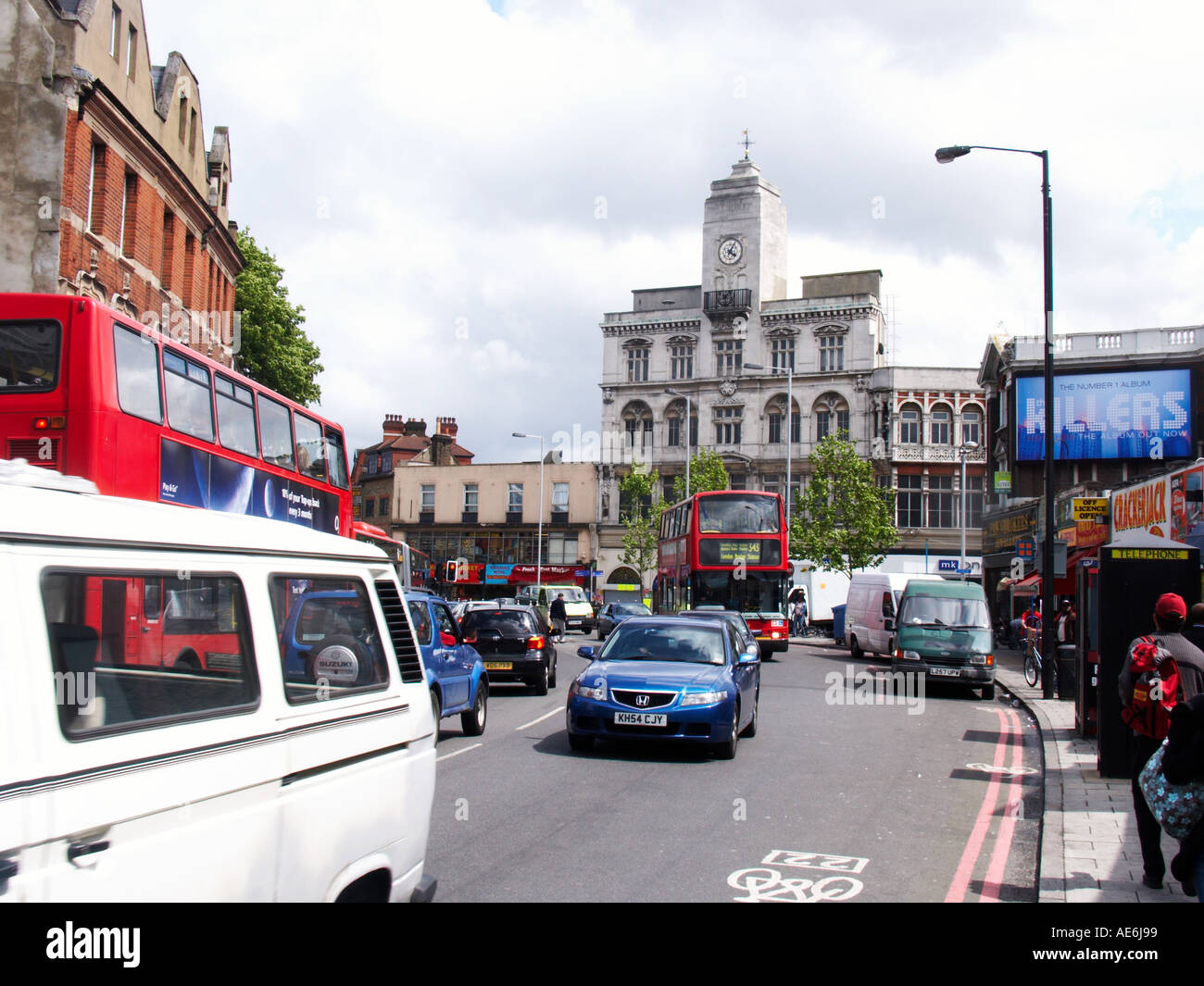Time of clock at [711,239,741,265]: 4:04
